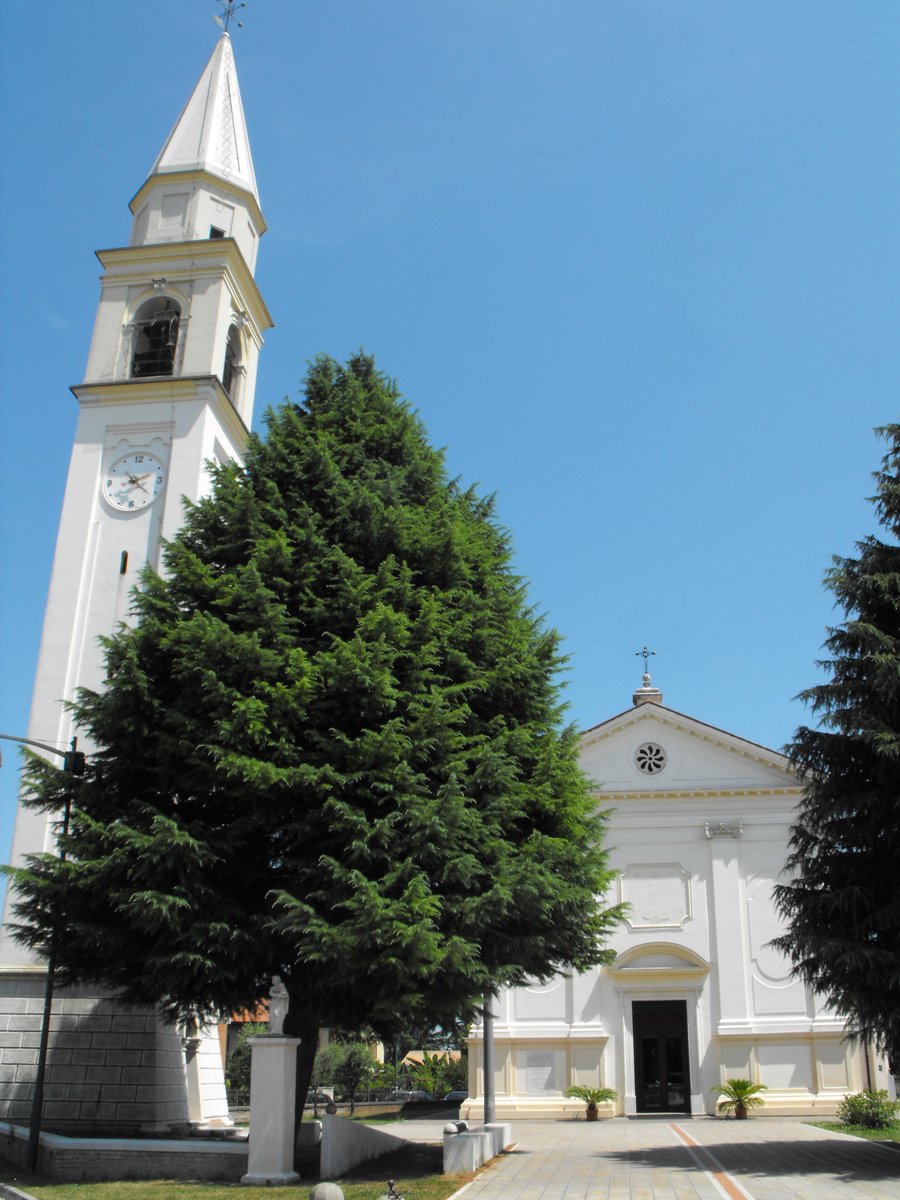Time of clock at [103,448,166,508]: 2:21
